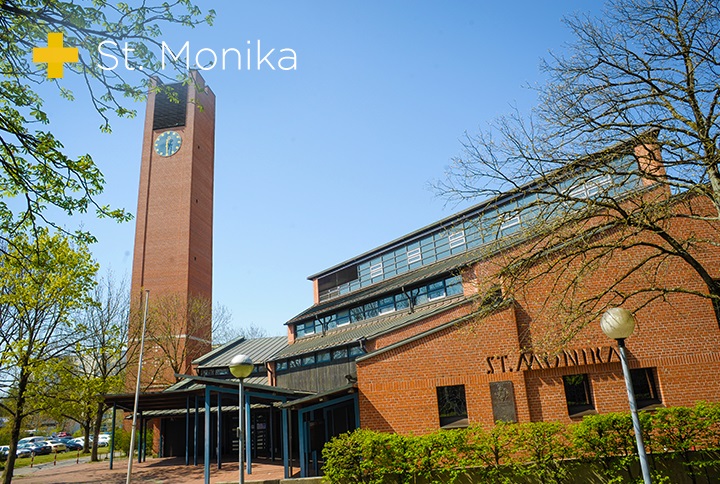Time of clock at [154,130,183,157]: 6:29
